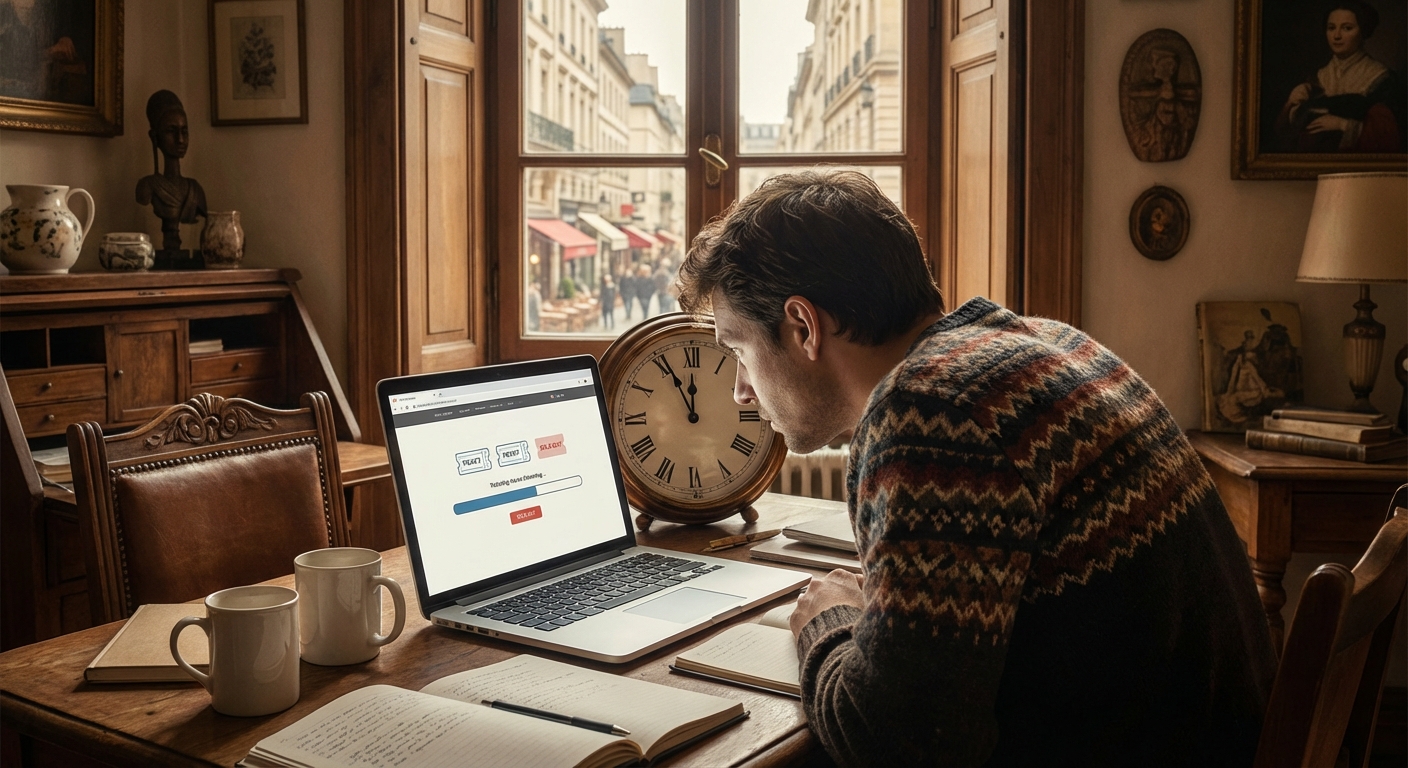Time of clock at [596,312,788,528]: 11:55
